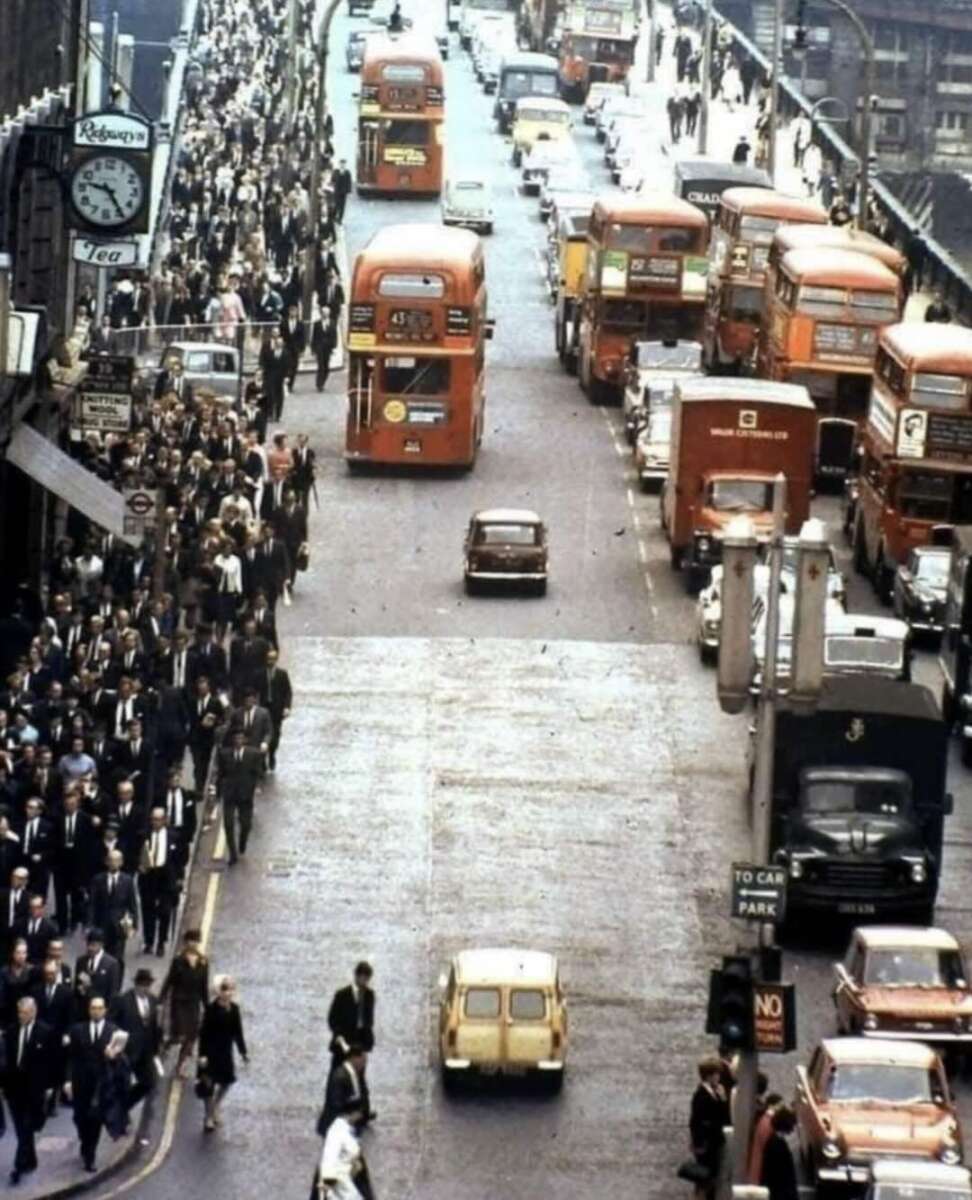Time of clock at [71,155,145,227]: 9:24
